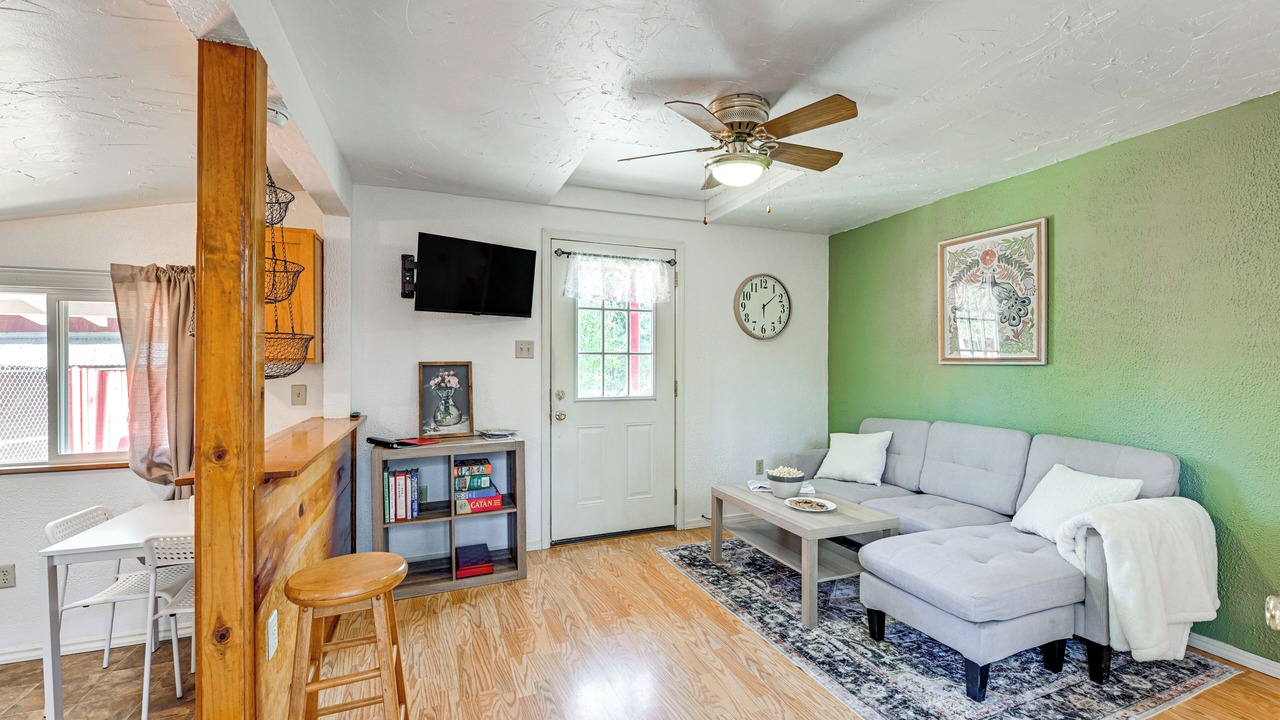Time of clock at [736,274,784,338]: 6:08
